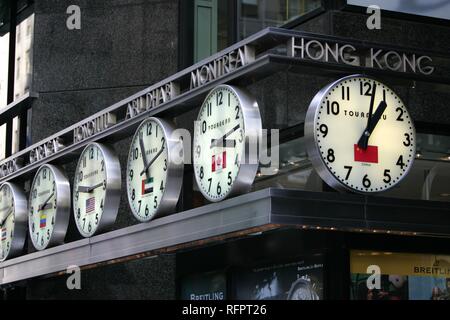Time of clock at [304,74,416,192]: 1:02
